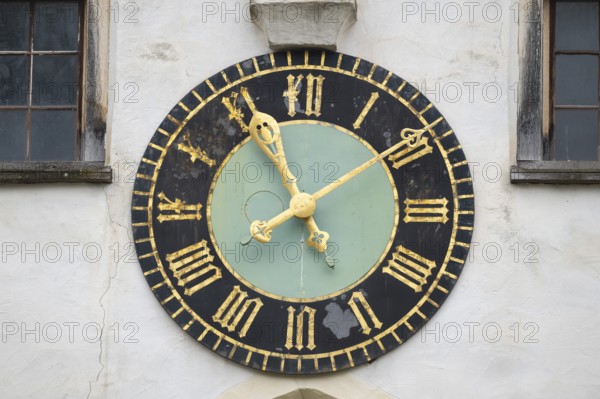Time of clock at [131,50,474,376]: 7:55
